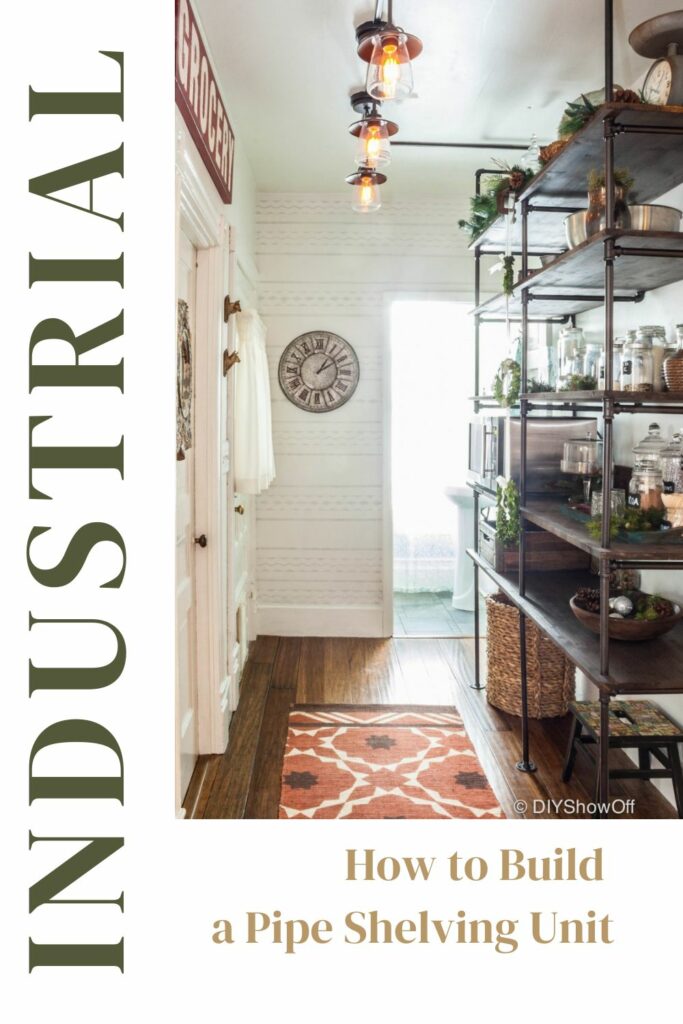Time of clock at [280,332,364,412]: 1:09
